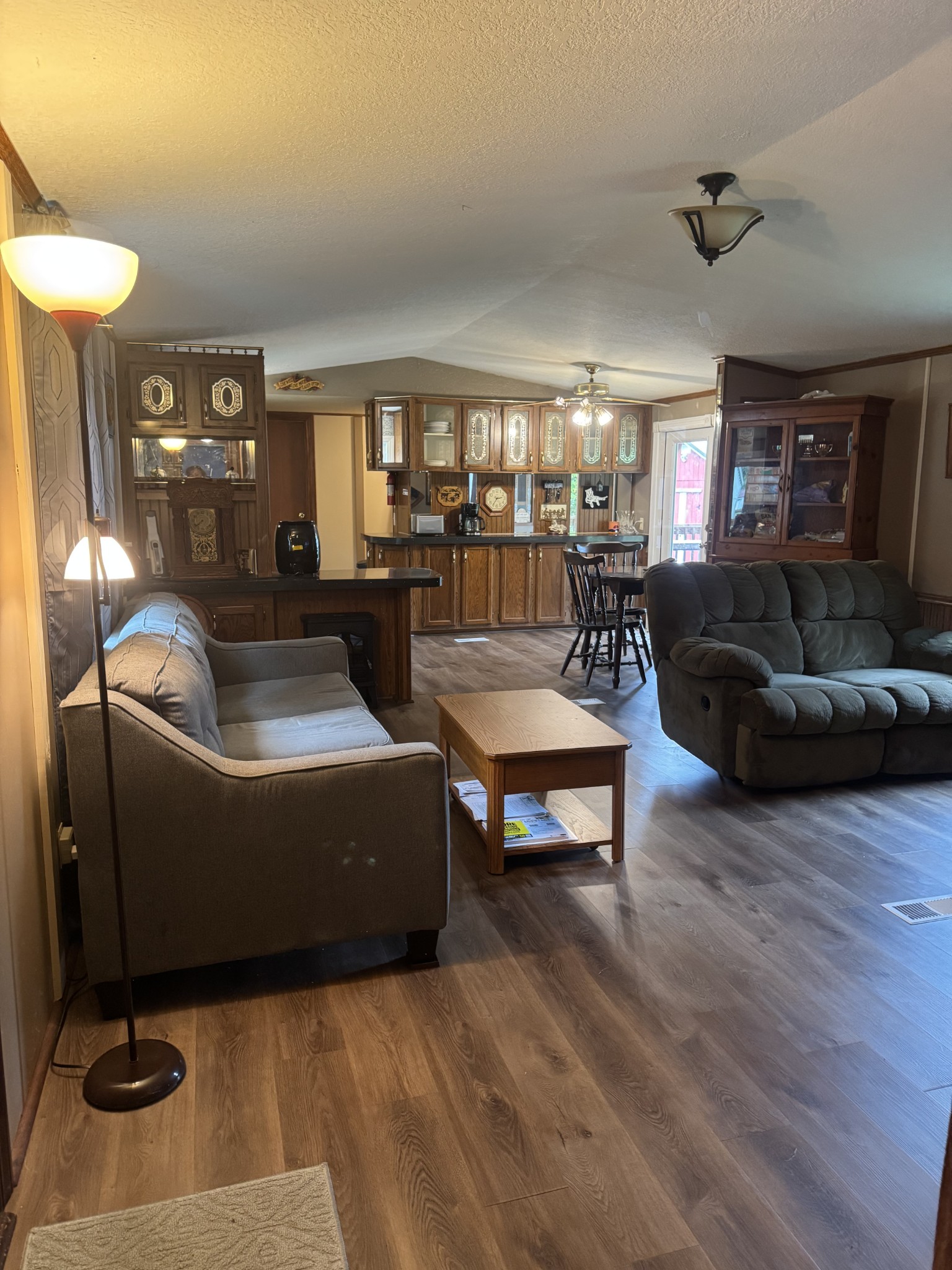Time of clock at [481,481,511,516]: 2:35
